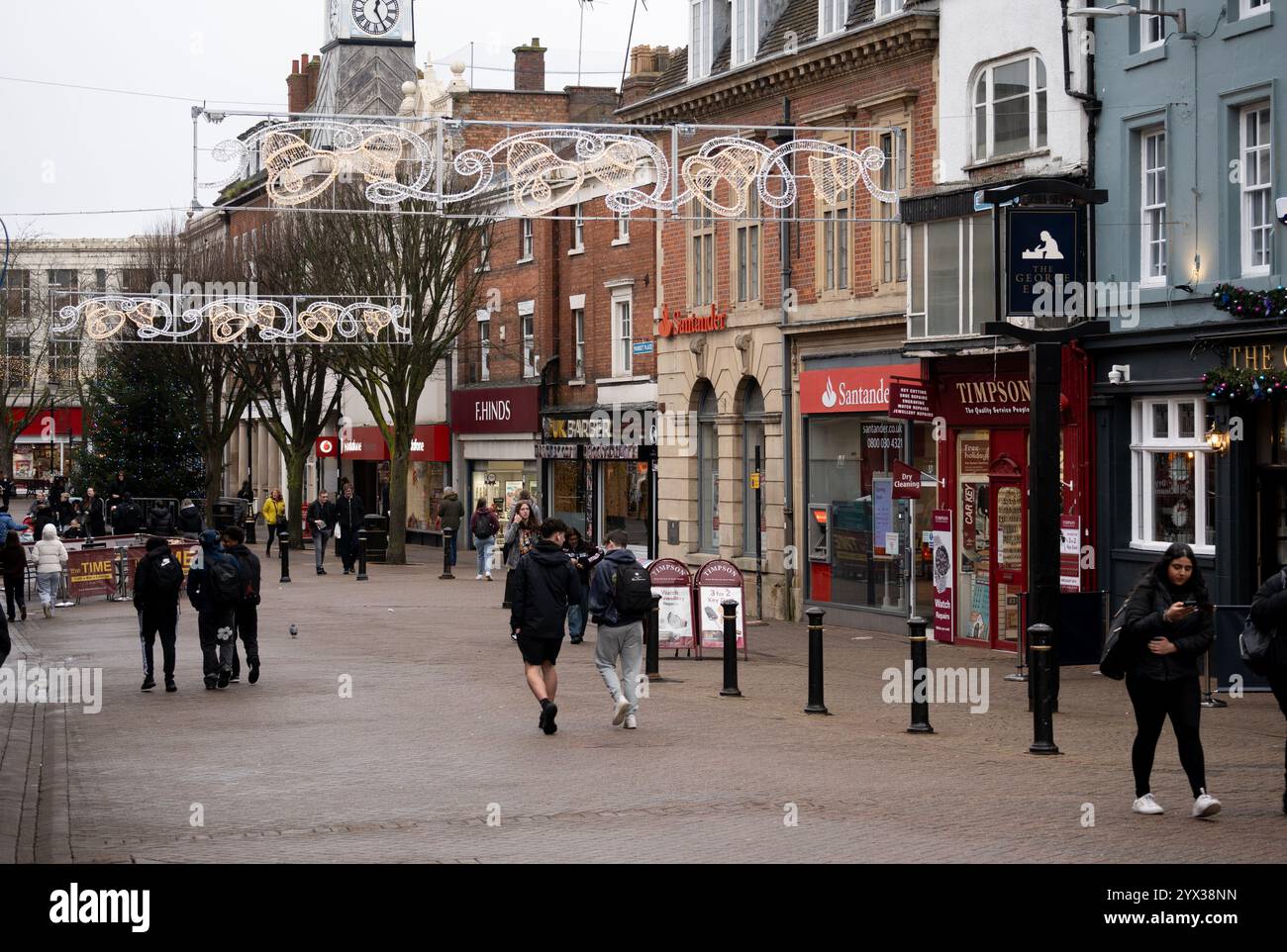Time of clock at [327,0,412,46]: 12:24
